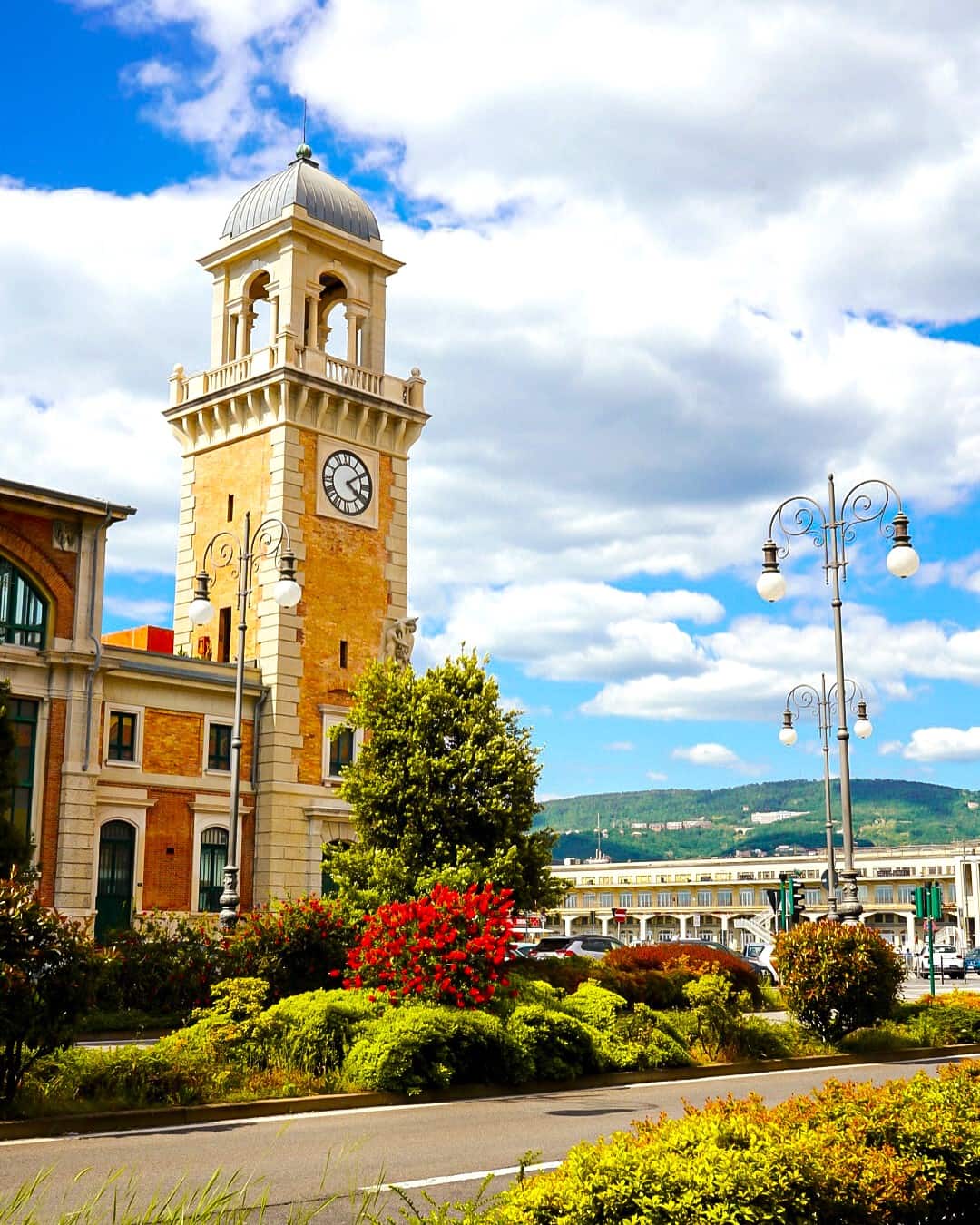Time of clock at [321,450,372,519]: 4:09
